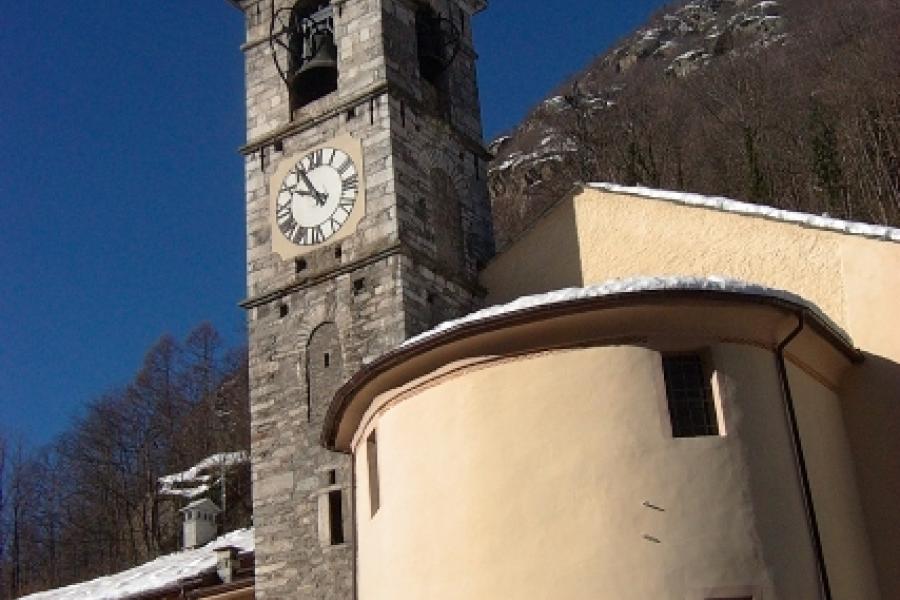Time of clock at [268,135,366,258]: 9:54
